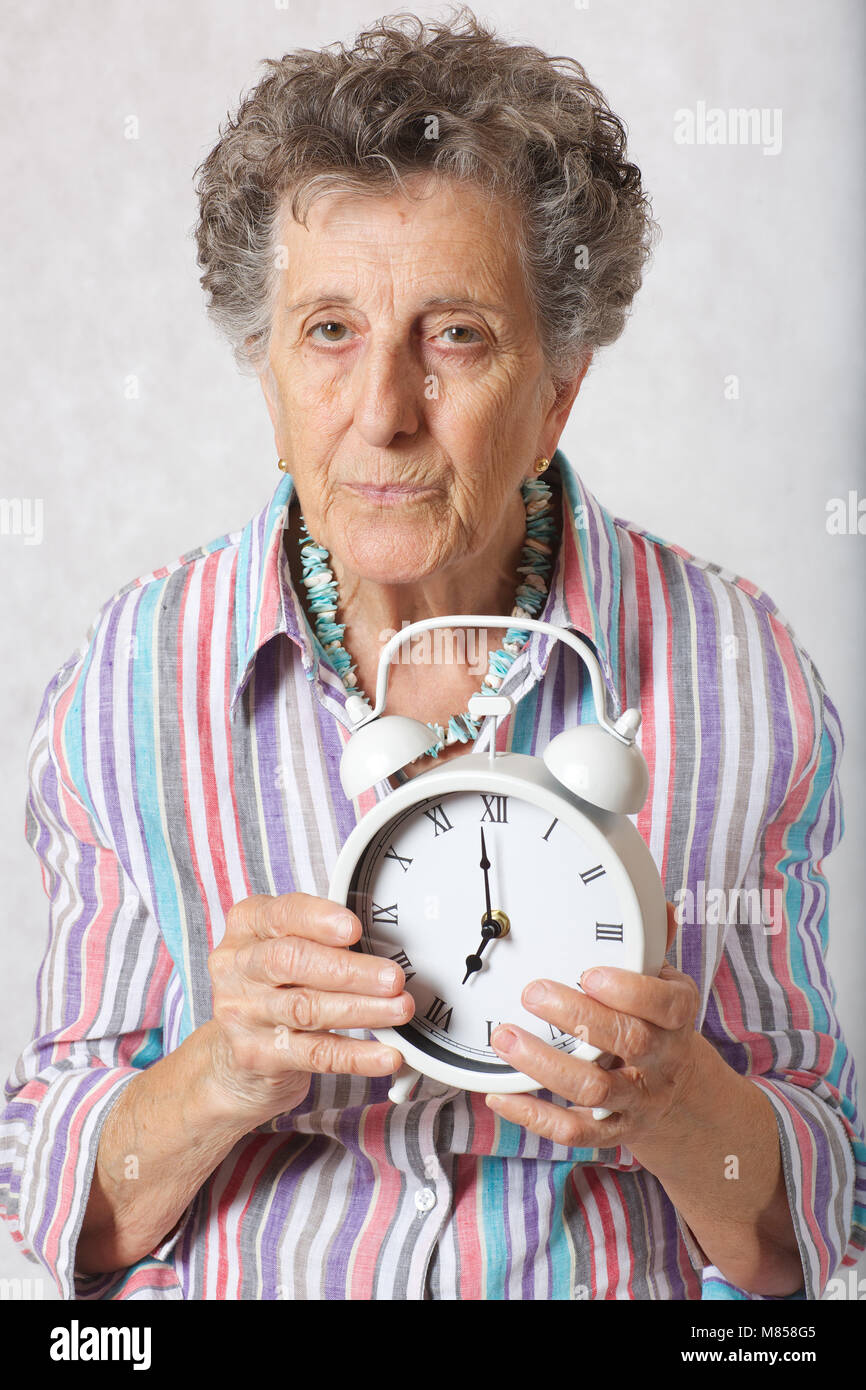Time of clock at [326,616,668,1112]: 6:59
